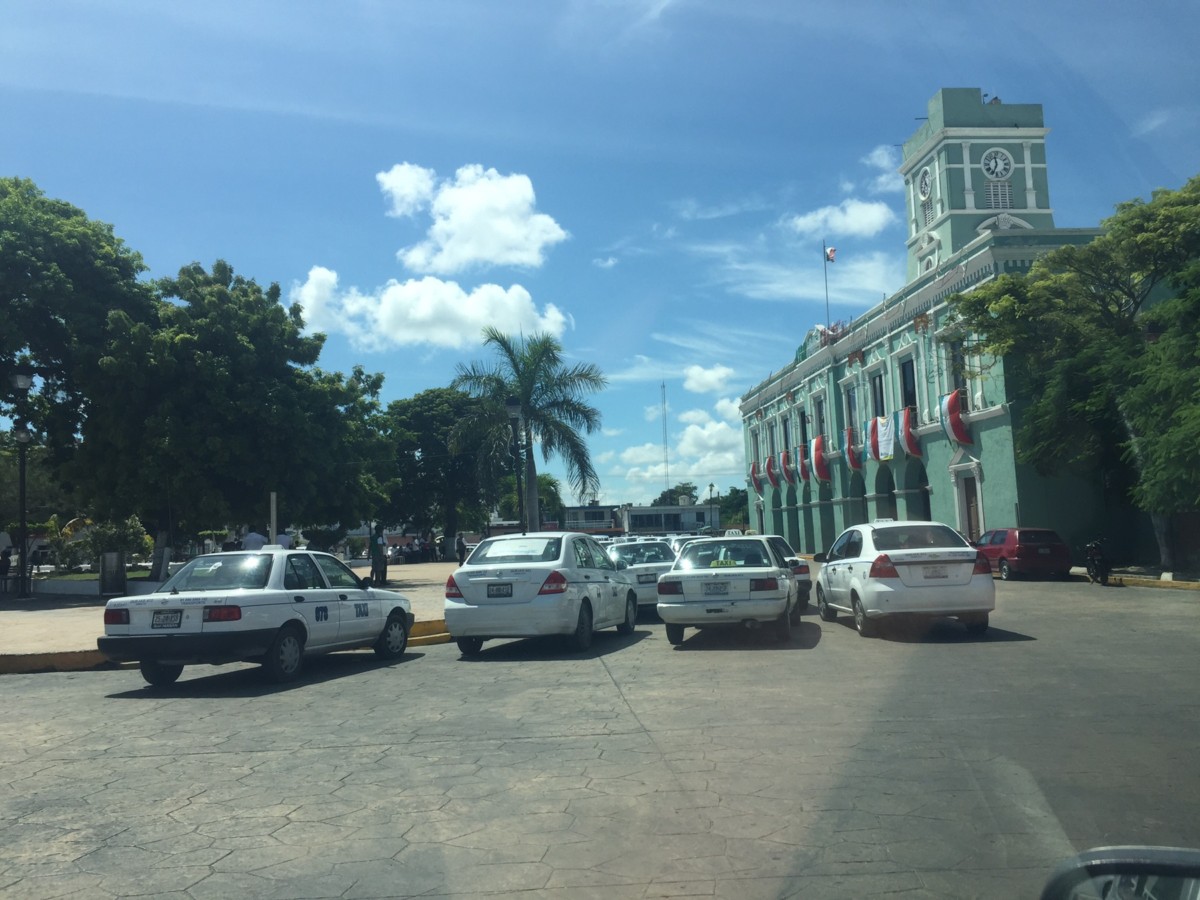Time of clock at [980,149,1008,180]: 11:33
